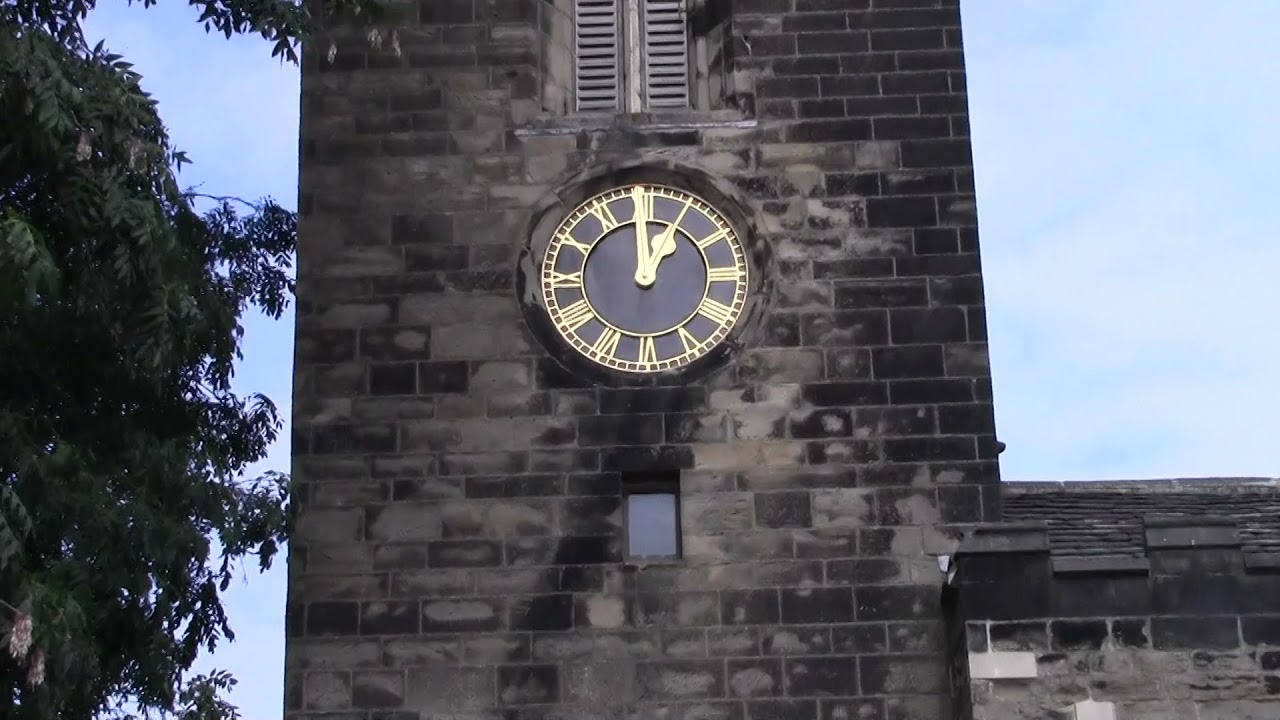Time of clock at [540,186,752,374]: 12:59
